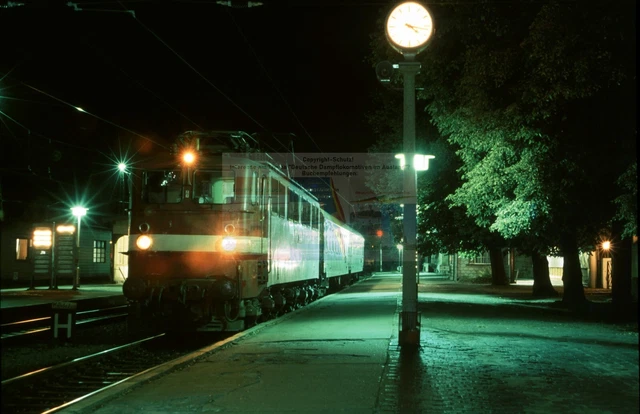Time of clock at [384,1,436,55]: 4:17
